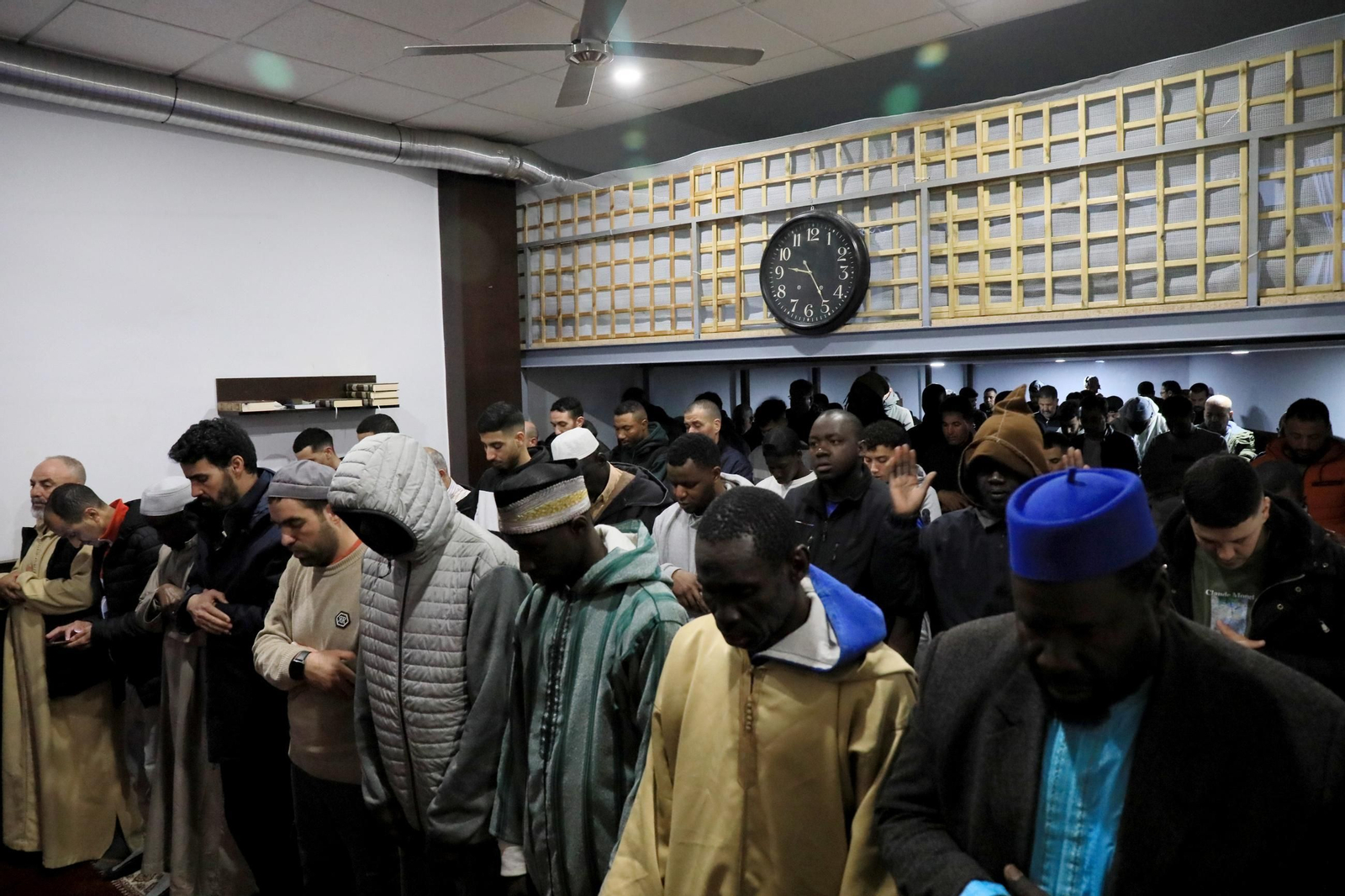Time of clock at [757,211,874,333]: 9:24
